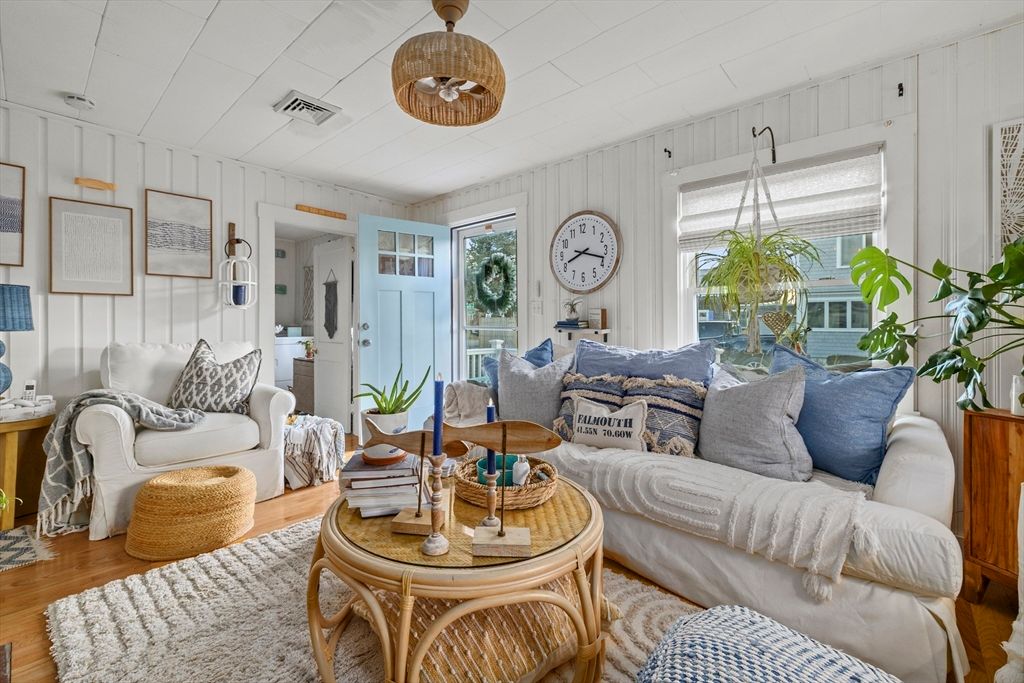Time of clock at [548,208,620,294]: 8:17
